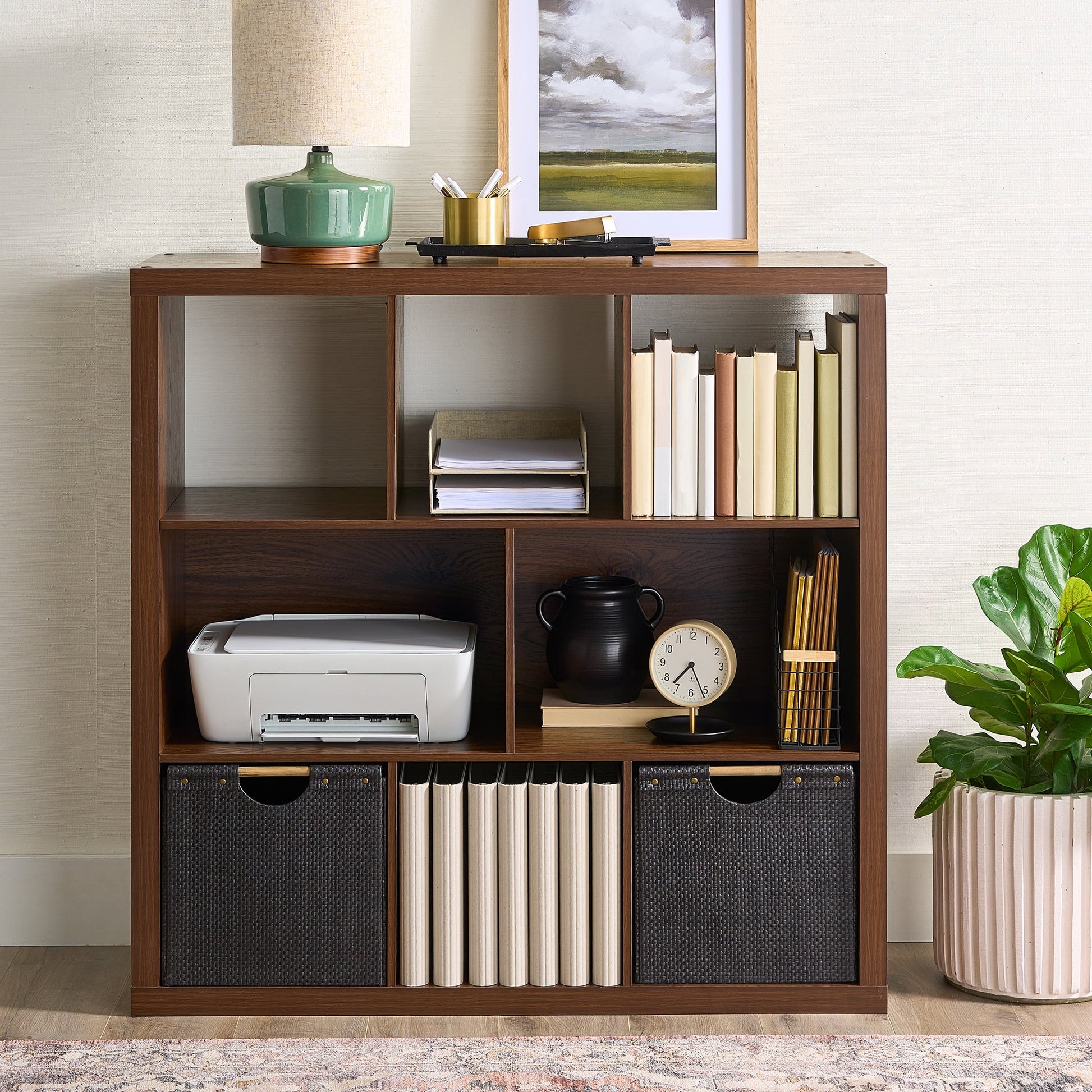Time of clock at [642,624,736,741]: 7:26
